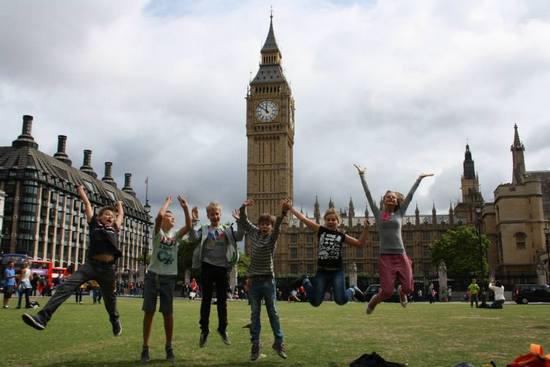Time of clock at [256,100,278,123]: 11:51
